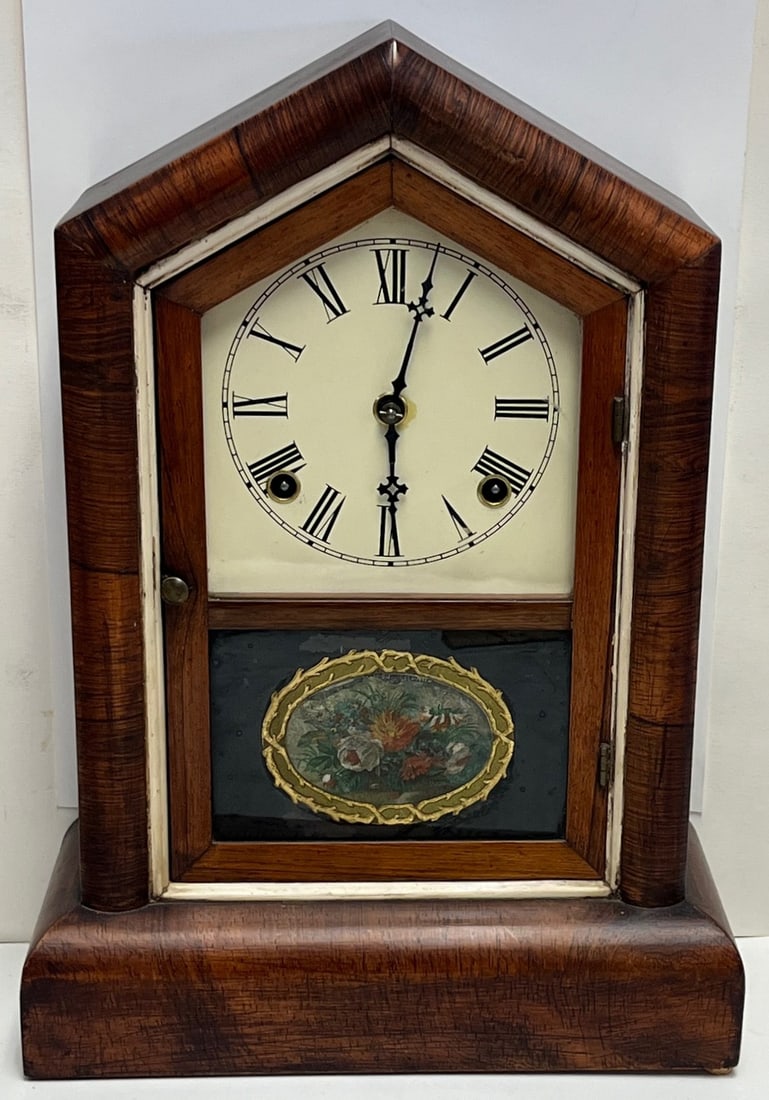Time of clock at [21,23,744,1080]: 6:02
